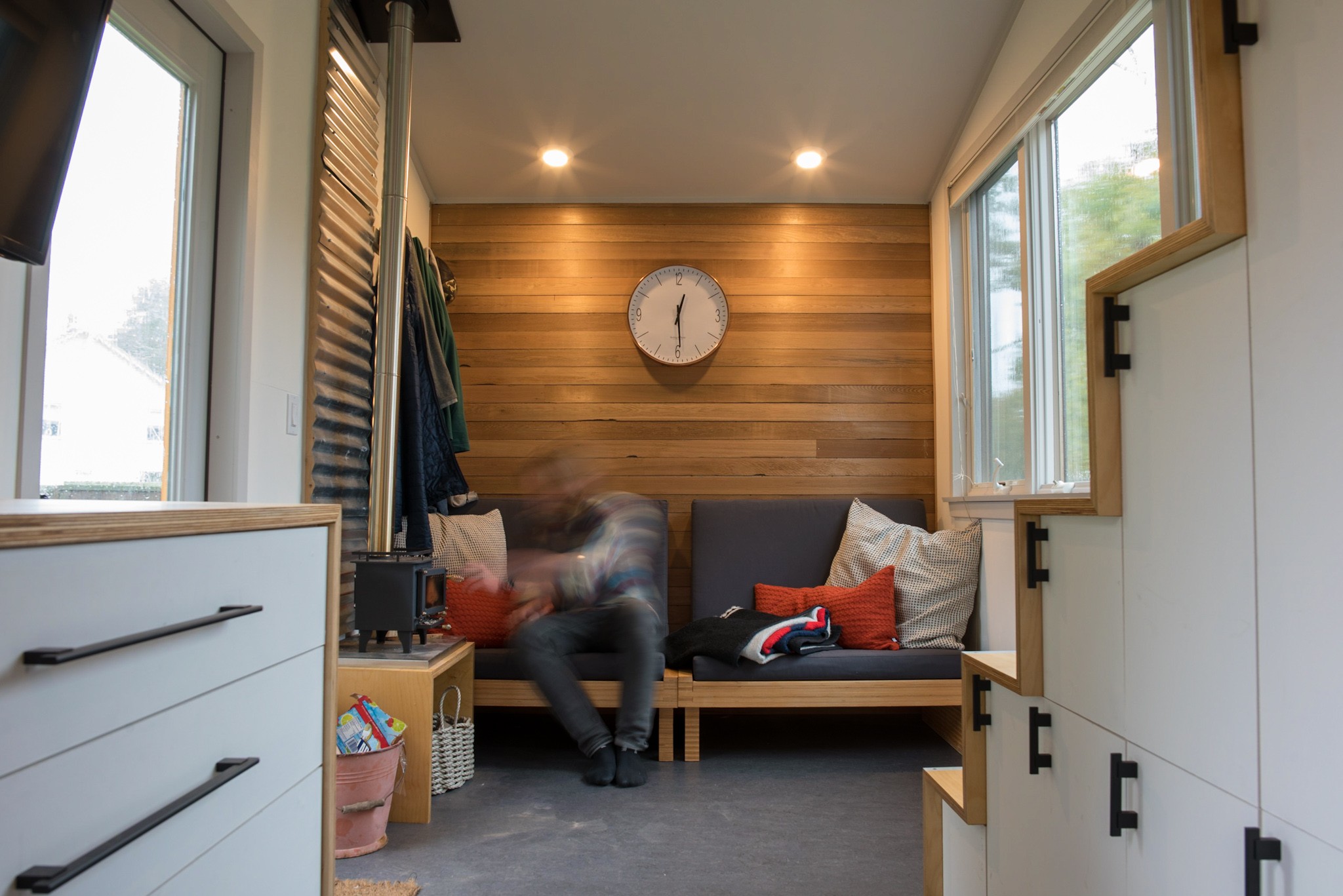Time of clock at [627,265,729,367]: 12:29
